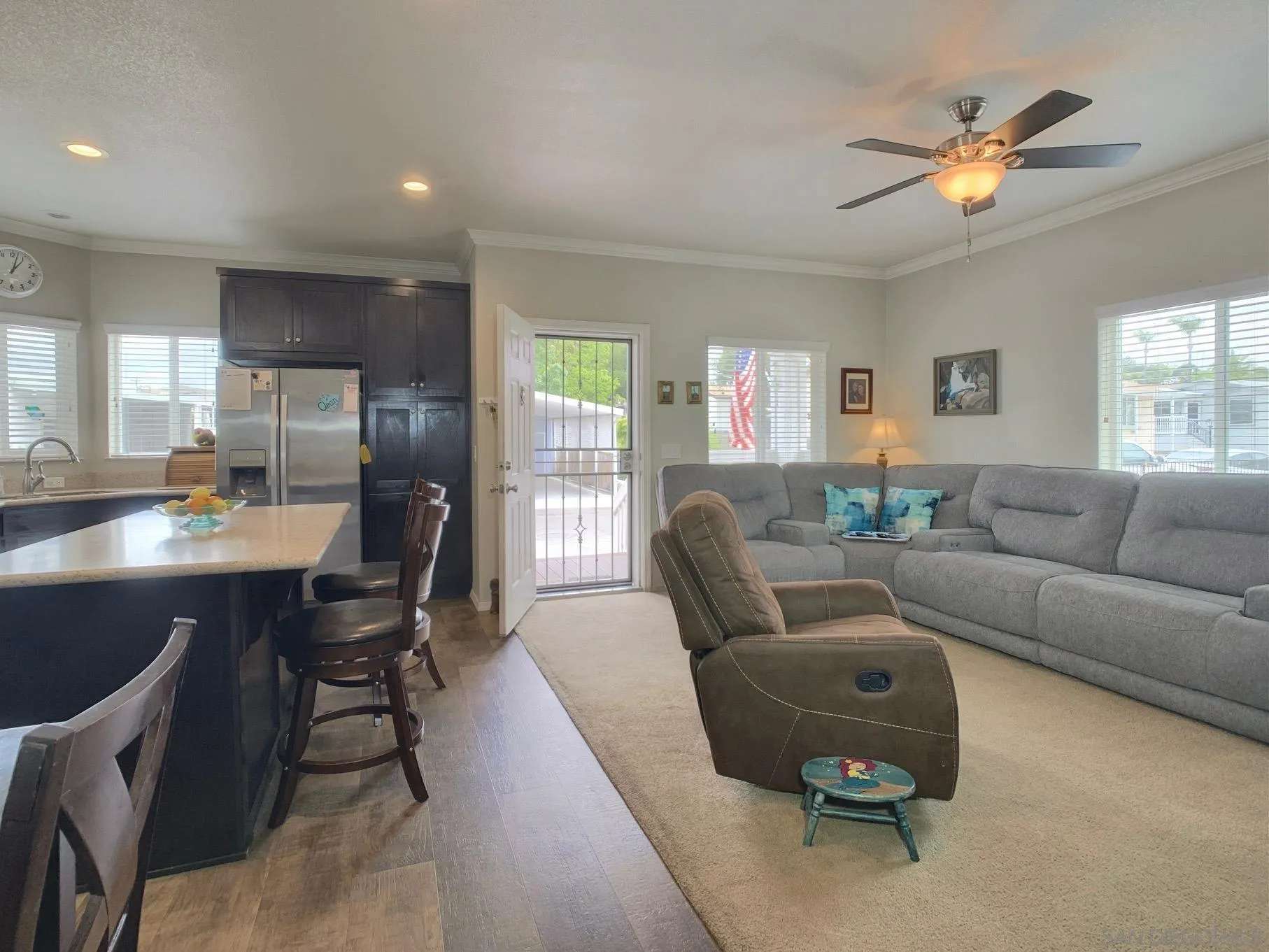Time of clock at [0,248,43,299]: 1:02
